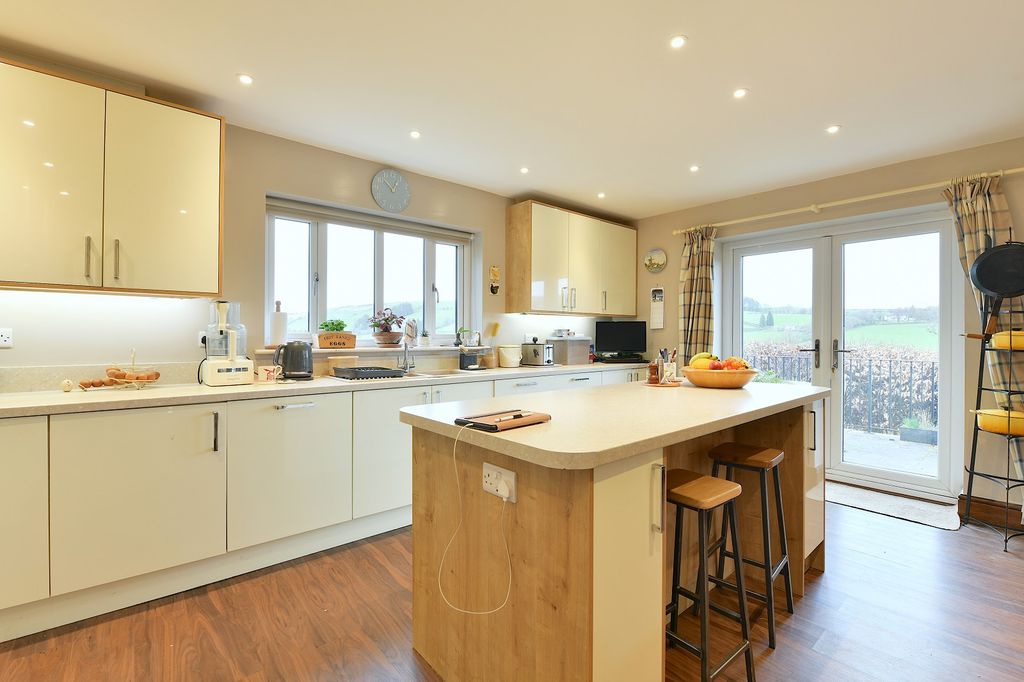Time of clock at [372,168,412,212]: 12:52
